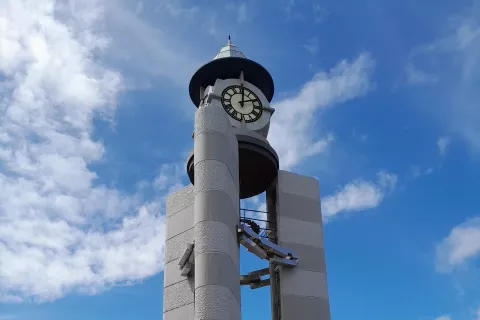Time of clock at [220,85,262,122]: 2:00
